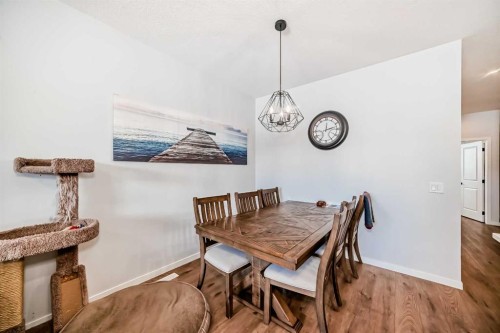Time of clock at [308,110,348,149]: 12:12
